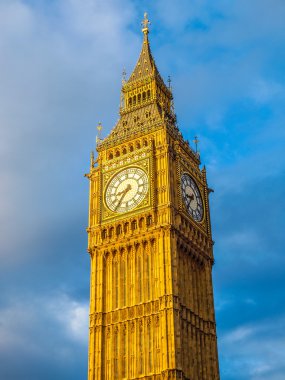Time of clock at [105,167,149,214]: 8:36
